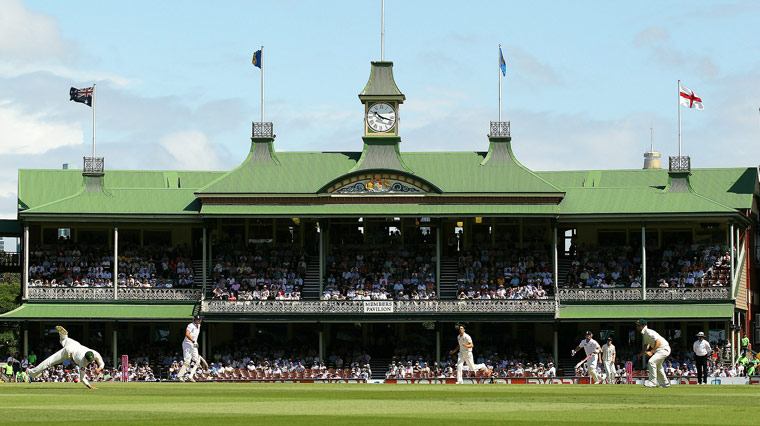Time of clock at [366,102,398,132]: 10:17
